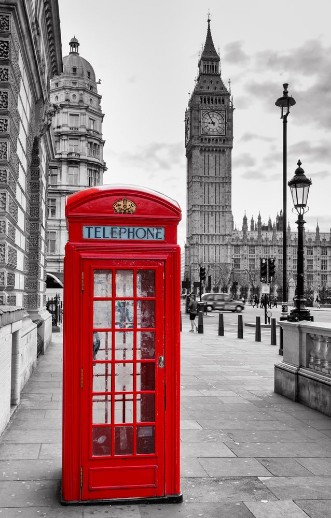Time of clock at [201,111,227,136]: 8:54
